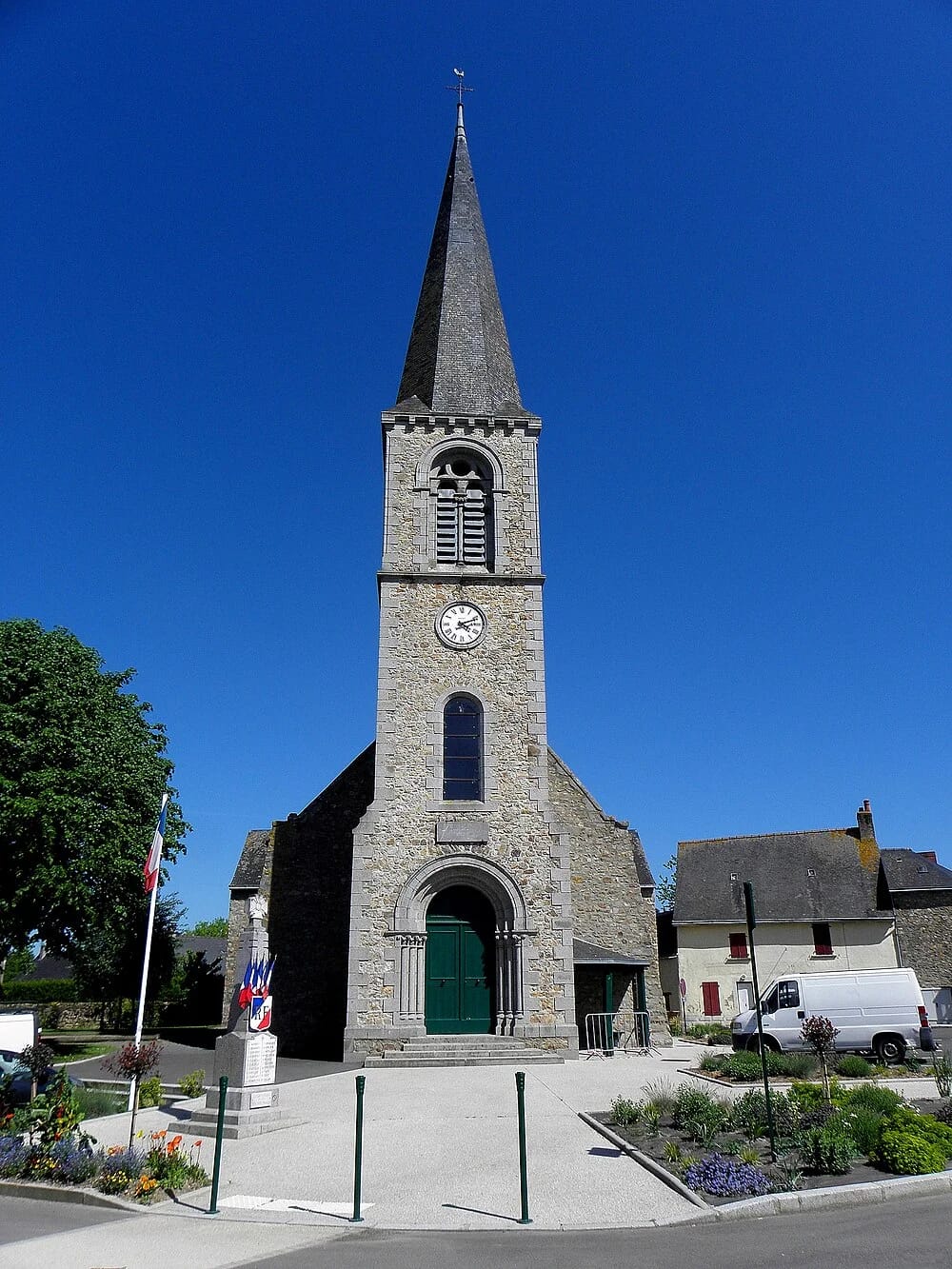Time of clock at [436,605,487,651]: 4:11
